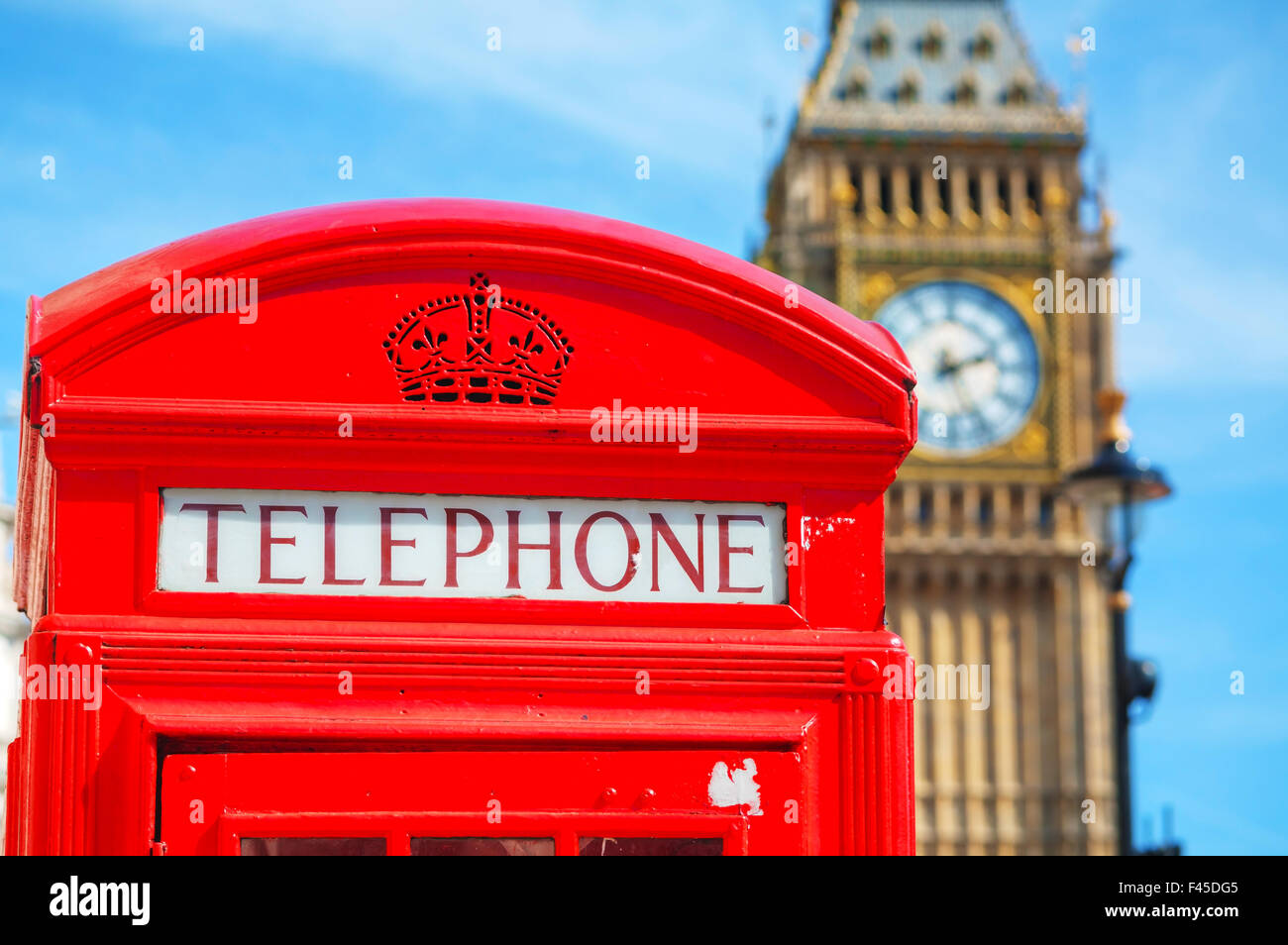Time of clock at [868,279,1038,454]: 2:25
